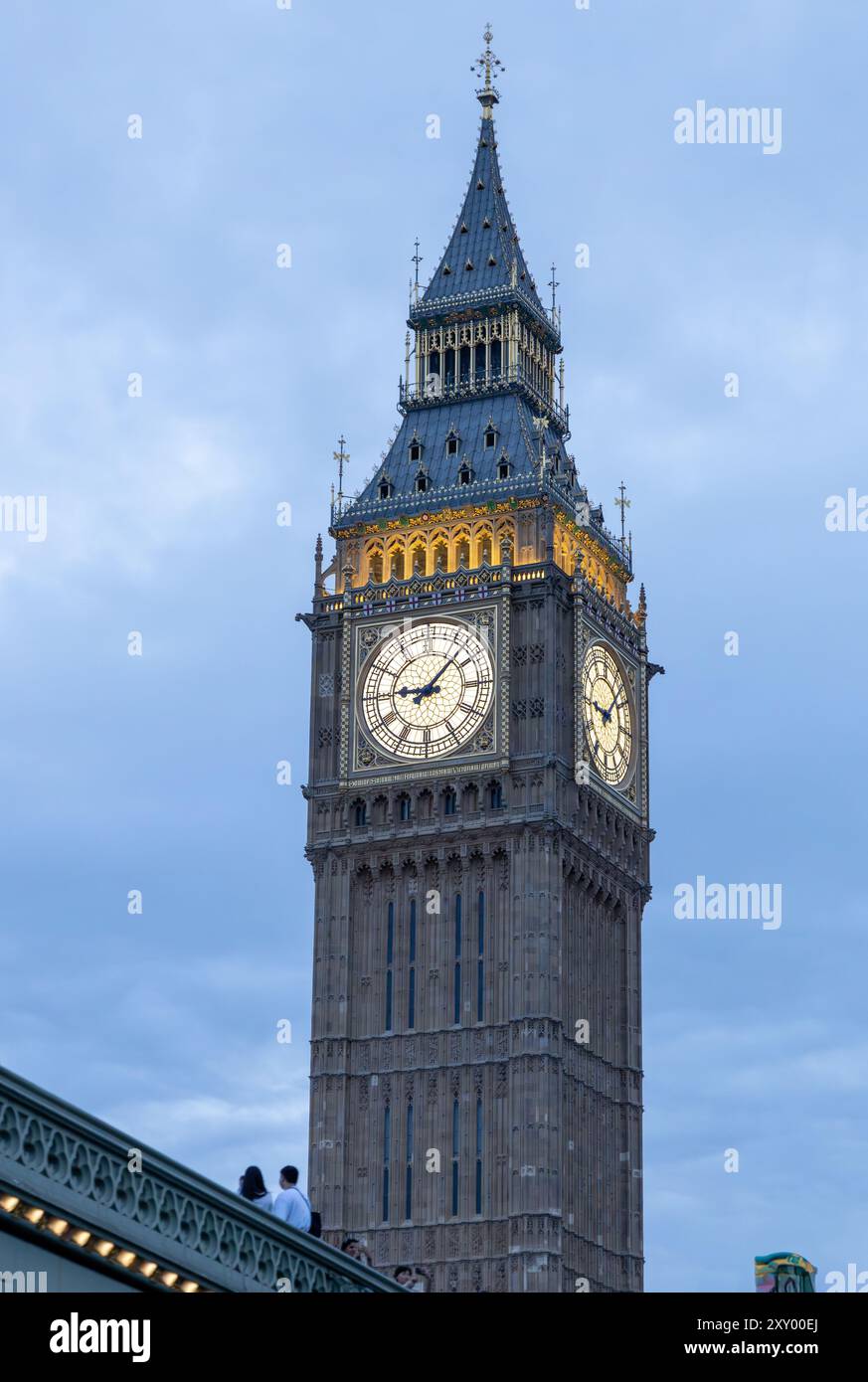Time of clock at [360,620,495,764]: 9:07
